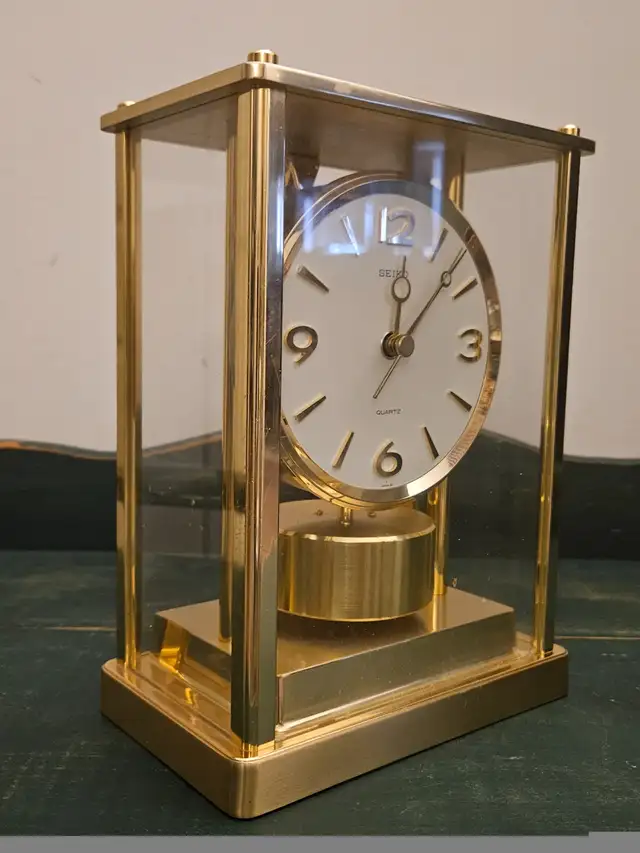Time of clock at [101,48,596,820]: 12:07
